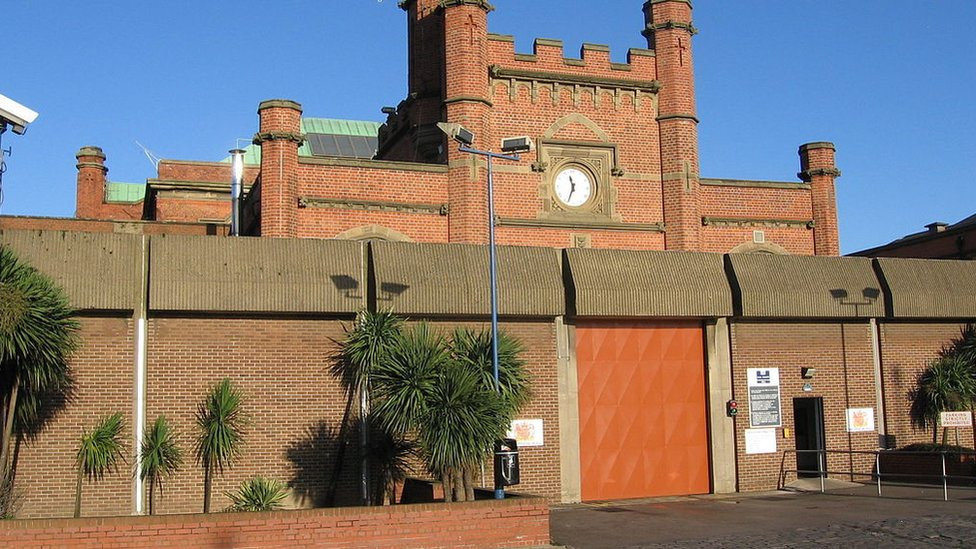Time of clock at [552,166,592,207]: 11:33
